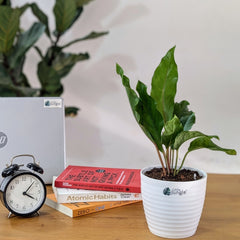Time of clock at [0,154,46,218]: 4:07
